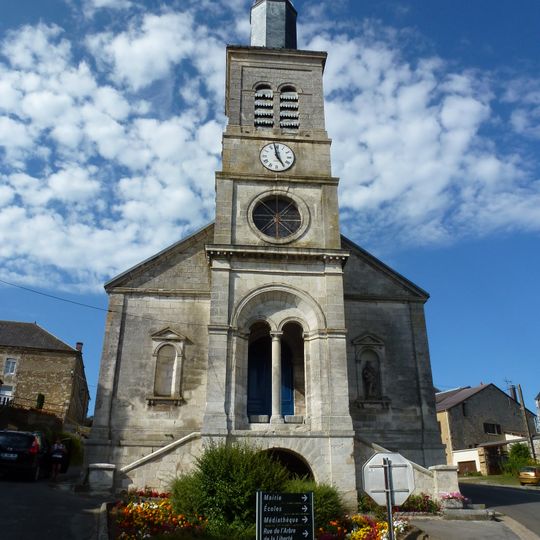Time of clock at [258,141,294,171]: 4:58
